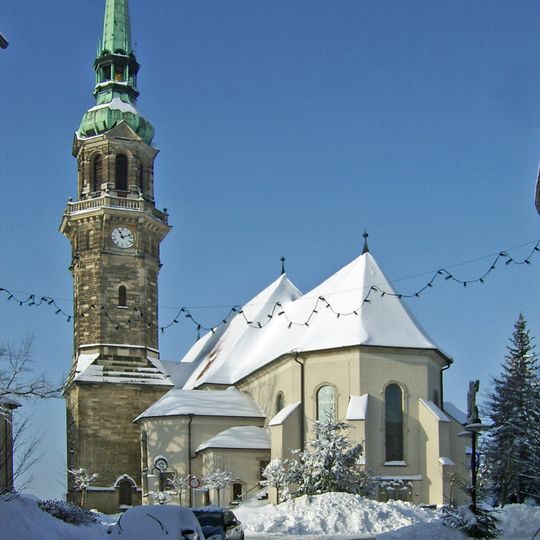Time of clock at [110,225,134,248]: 11:12
